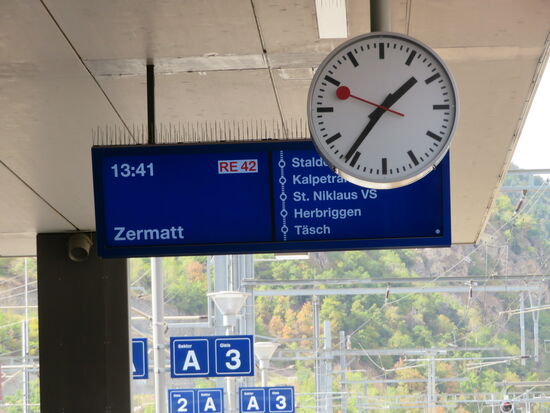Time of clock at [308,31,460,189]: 1:36
